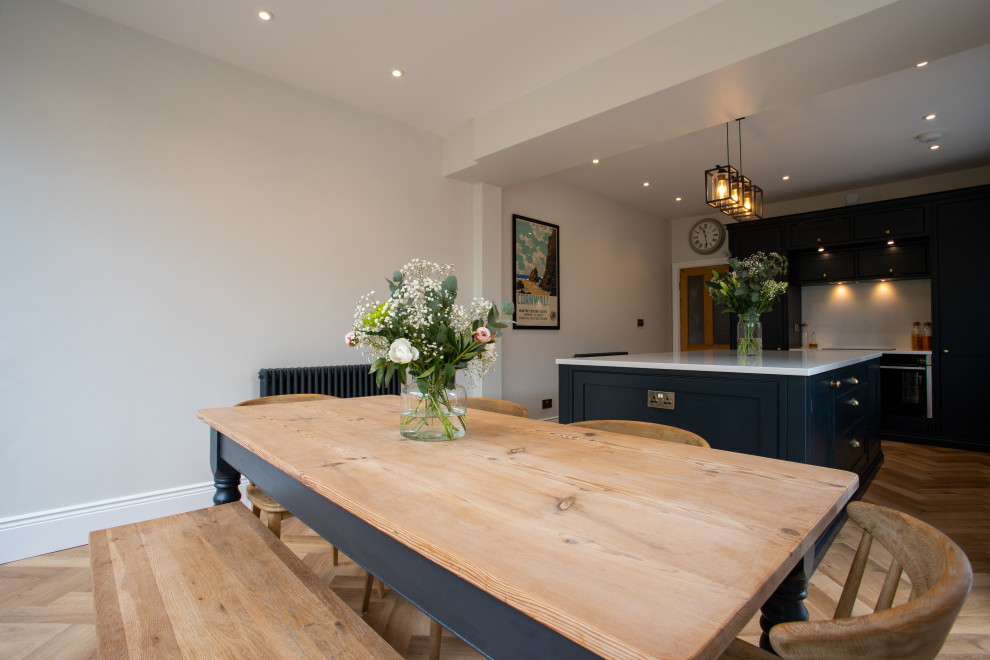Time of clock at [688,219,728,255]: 11:28
